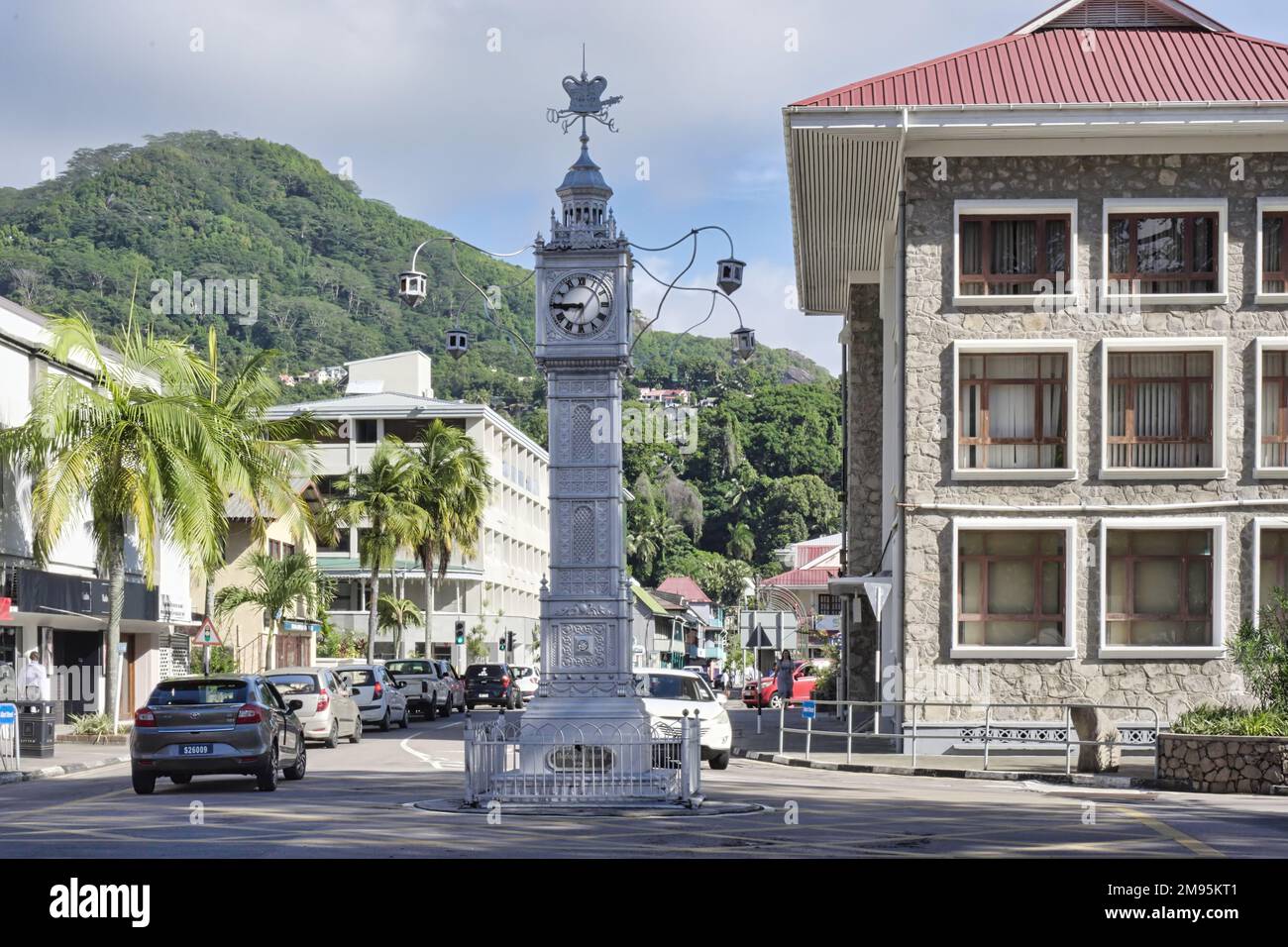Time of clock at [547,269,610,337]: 8:45
